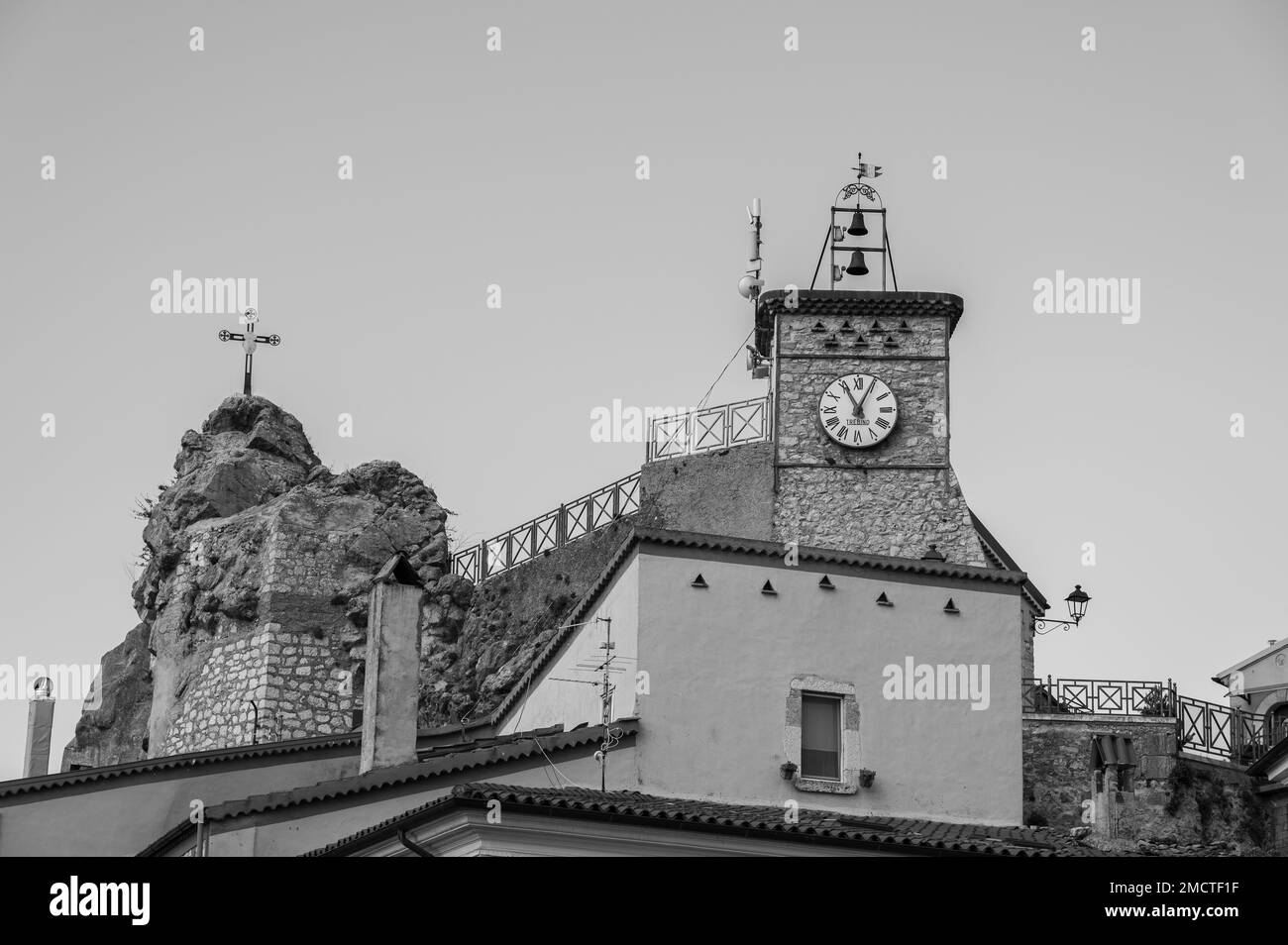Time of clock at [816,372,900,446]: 11:04
